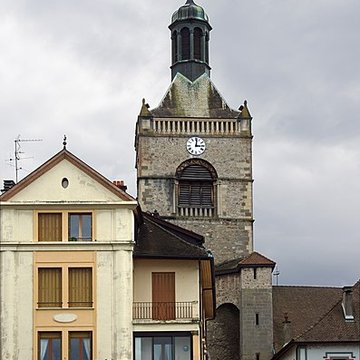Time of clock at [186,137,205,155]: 3:01
